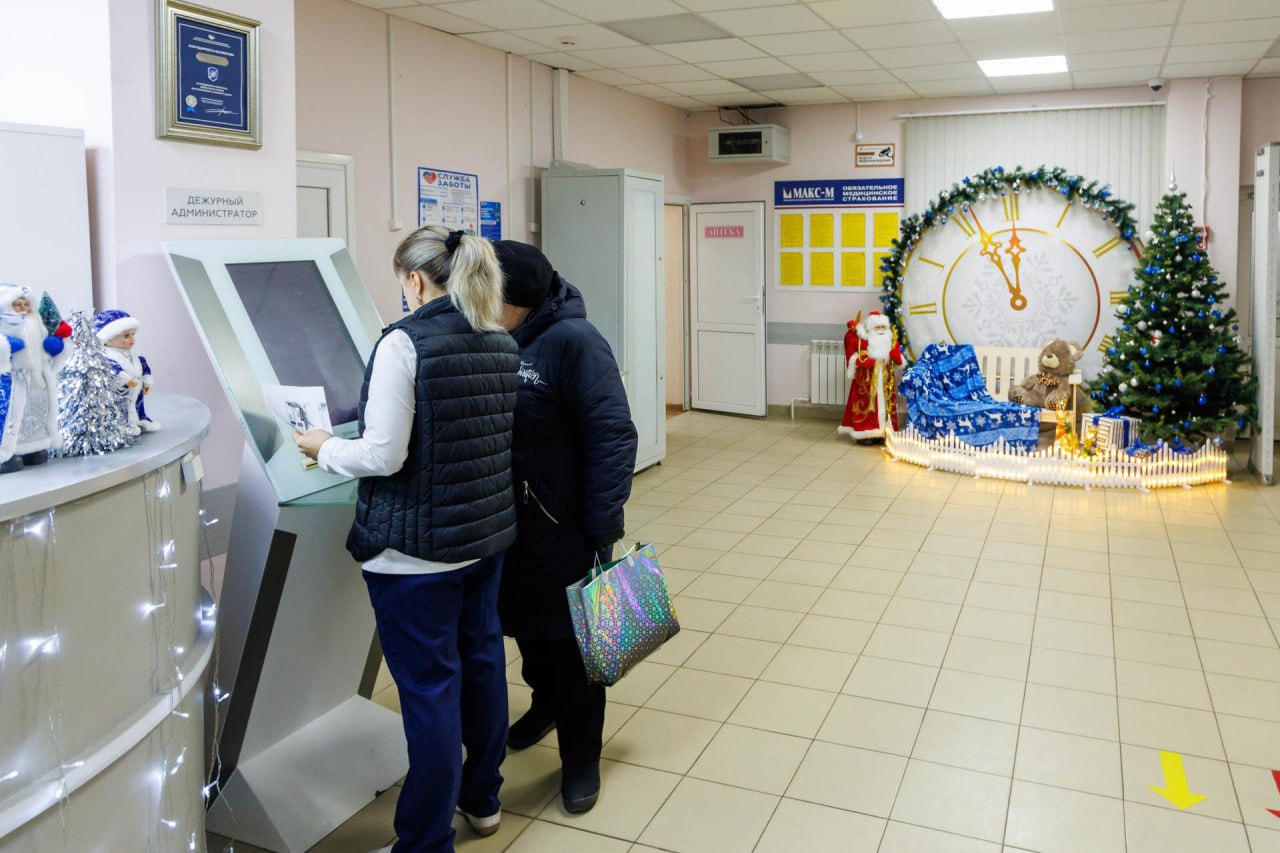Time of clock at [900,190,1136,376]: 11:55
